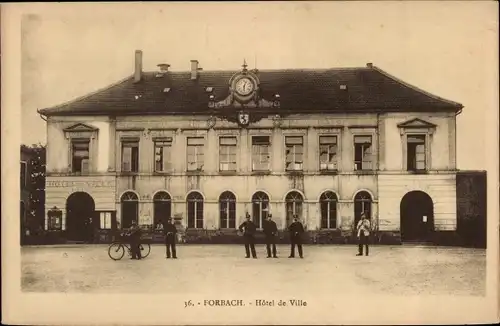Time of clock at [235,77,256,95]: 6:03
